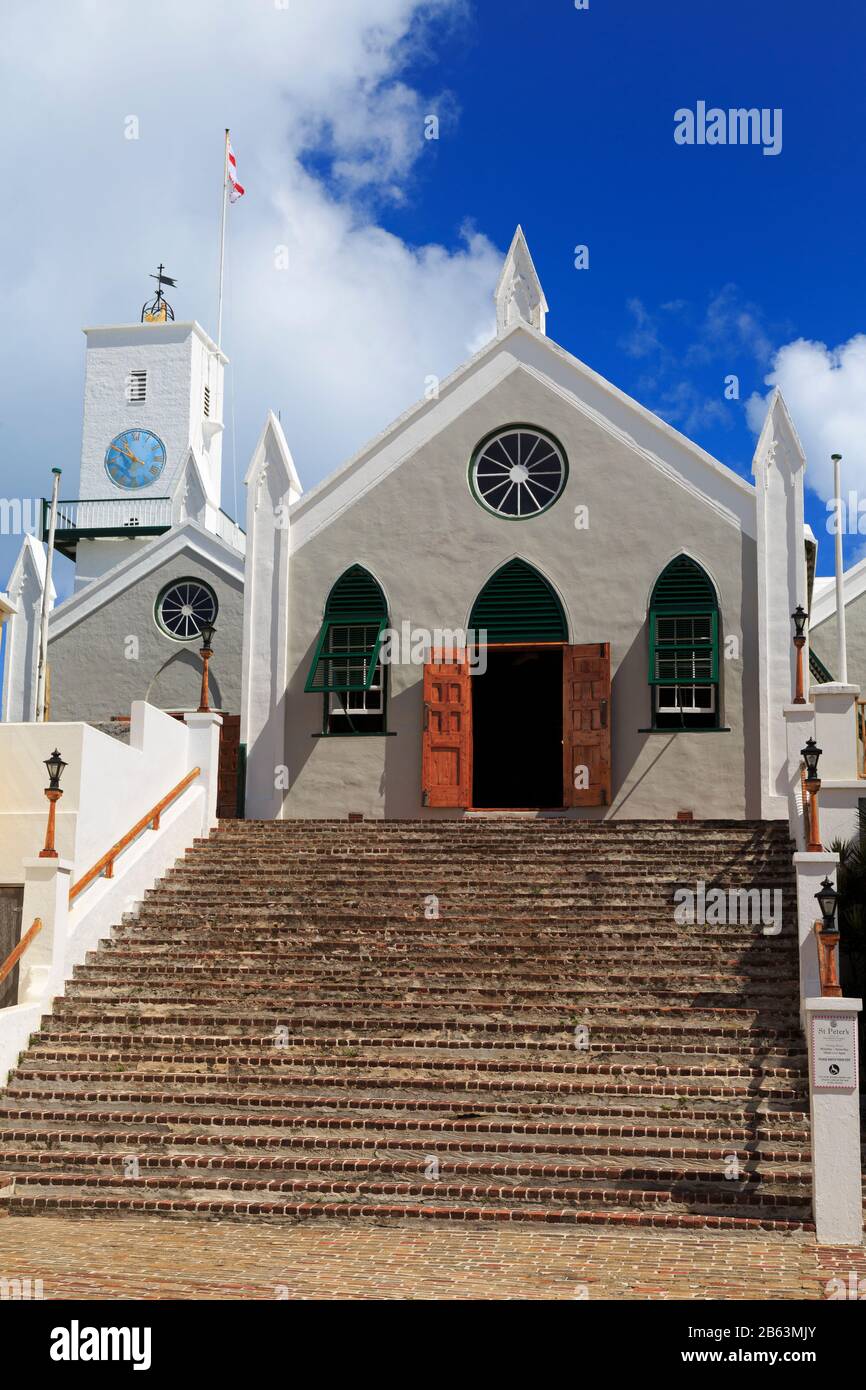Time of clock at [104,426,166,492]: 10:50
